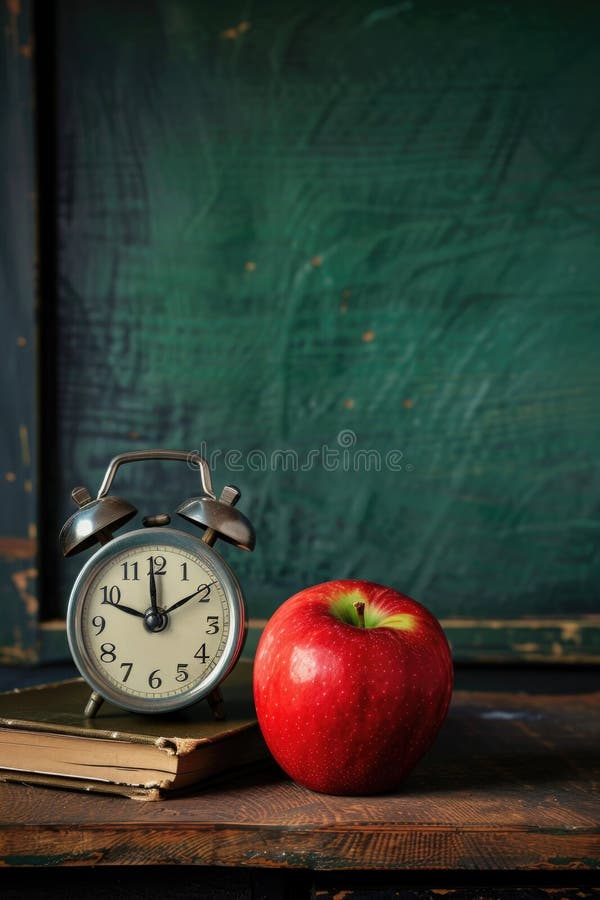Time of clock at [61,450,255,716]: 11:48
